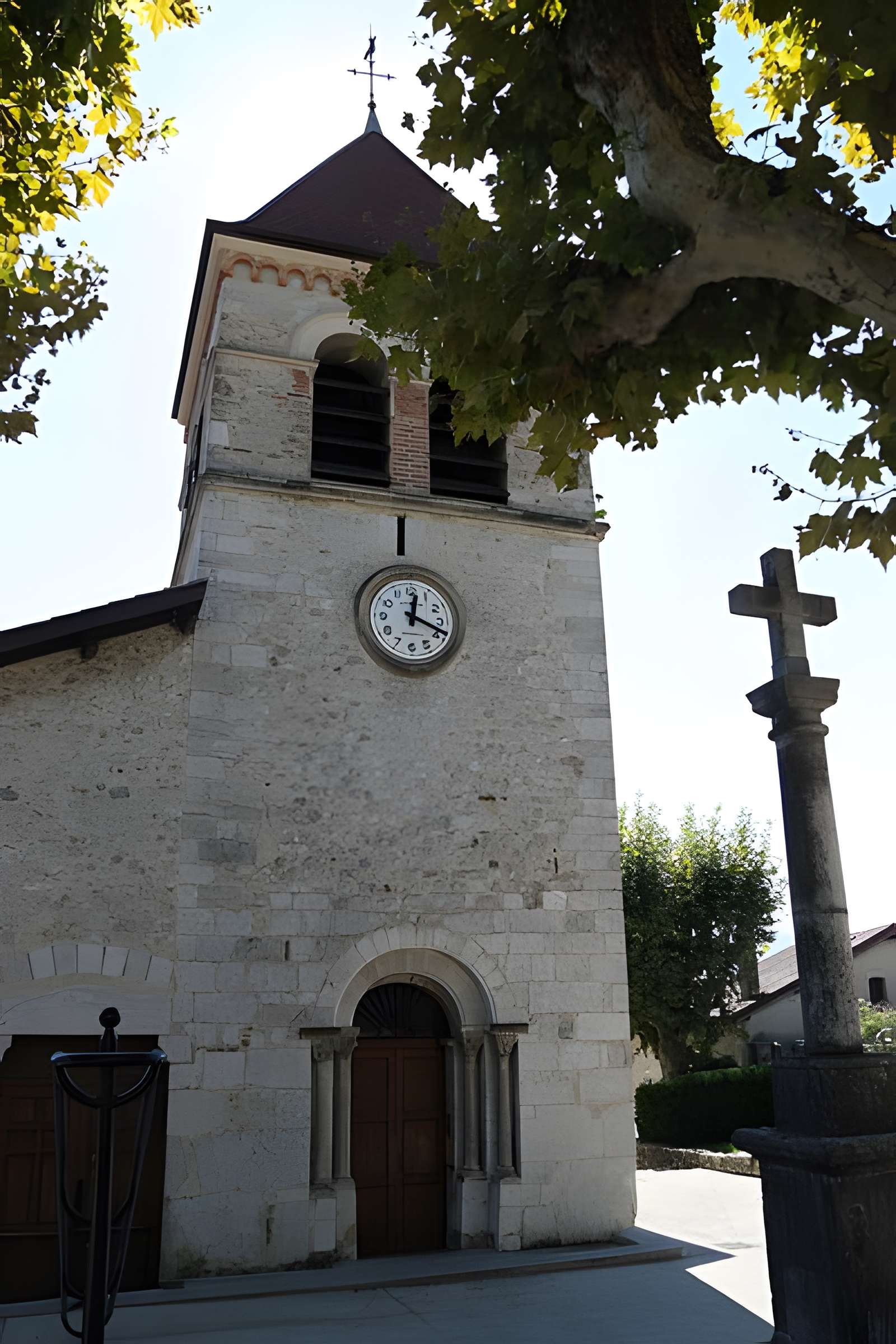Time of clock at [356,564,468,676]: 12:18
